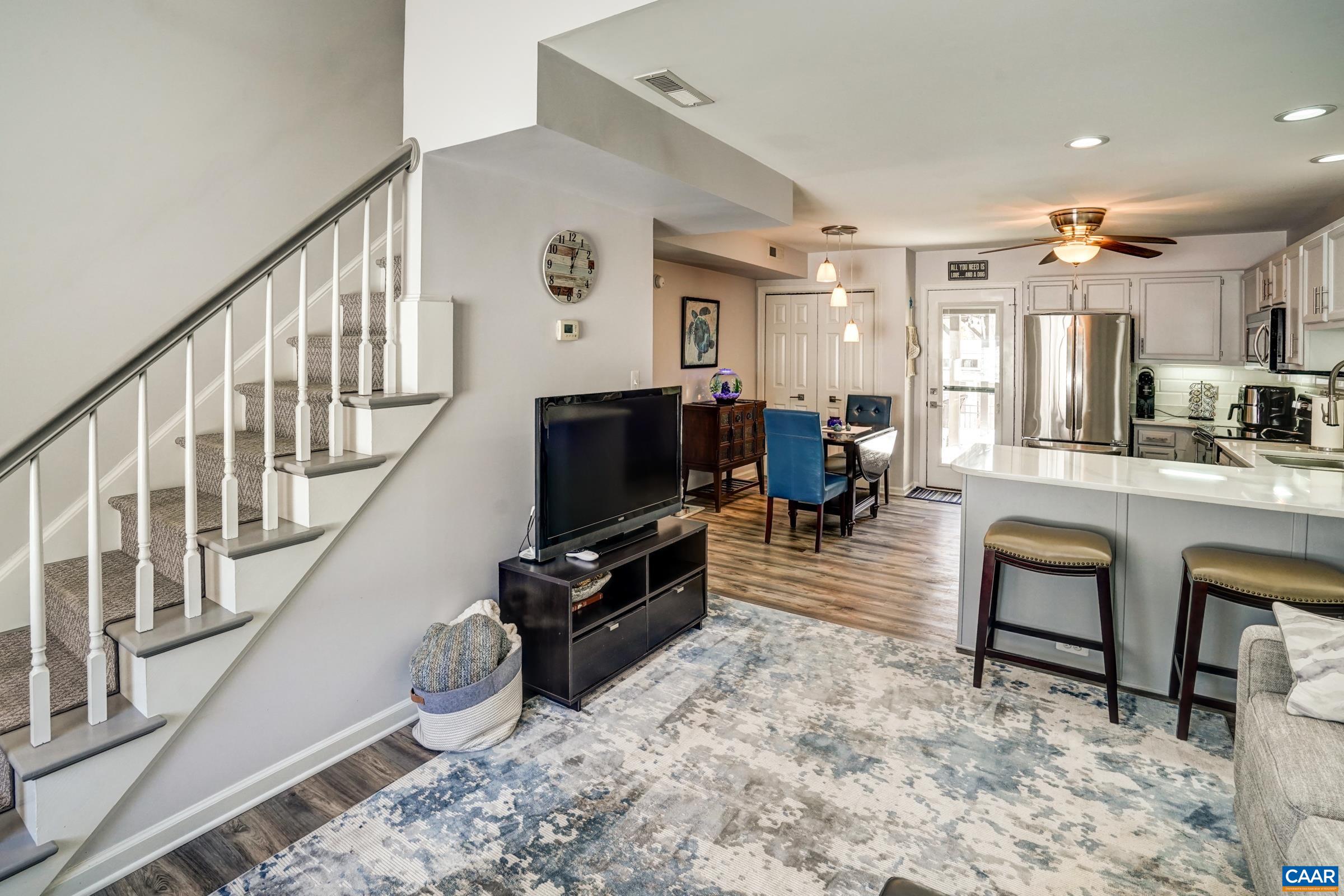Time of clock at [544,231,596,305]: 12:04
